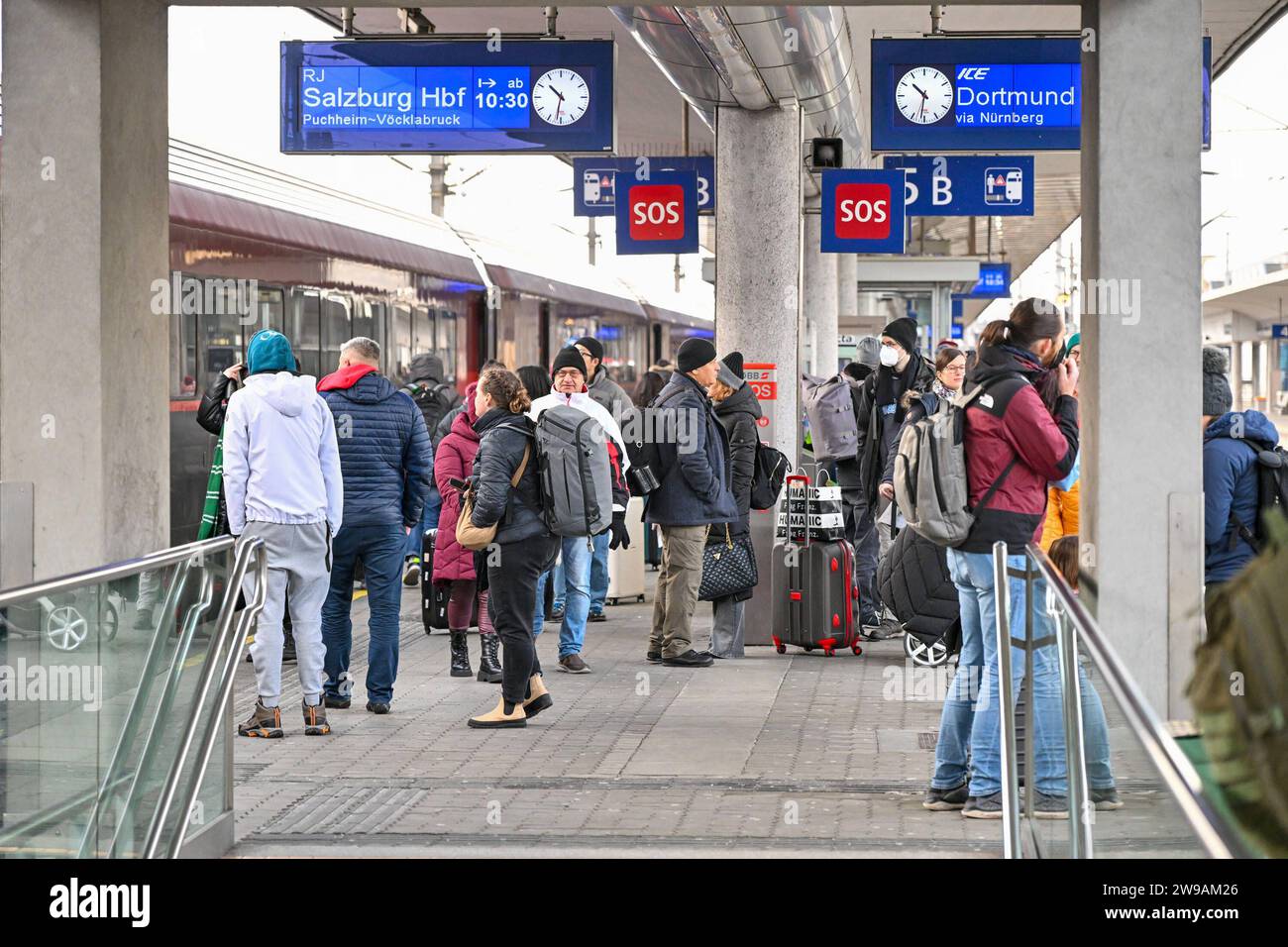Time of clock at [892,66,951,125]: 10:31
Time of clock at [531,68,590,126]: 10:31
